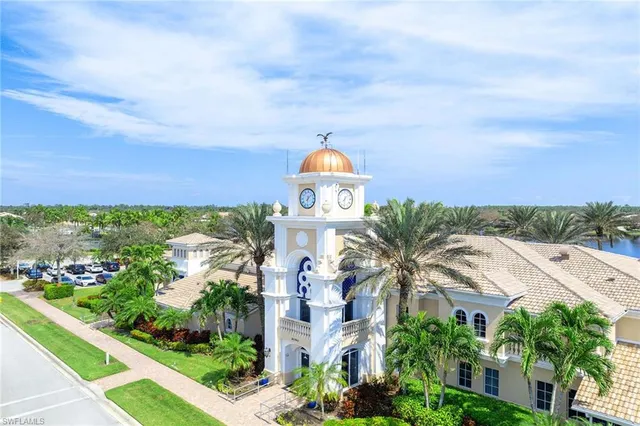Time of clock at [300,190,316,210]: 6:08
